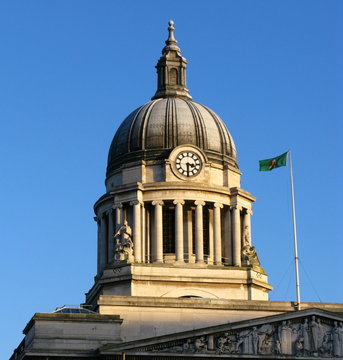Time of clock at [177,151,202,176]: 3:30
